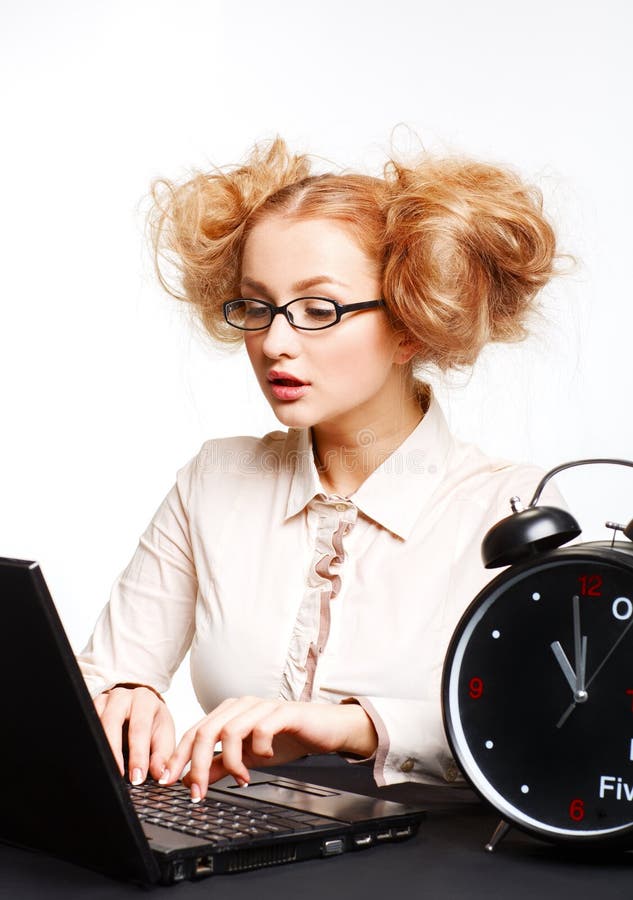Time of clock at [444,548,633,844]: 10:59
